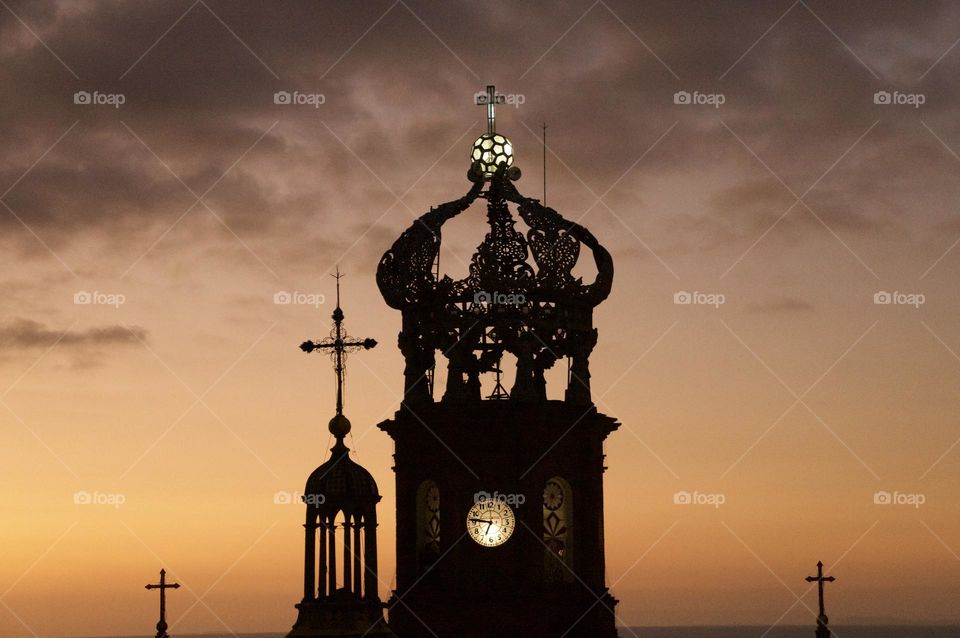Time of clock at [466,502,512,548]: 6:46
